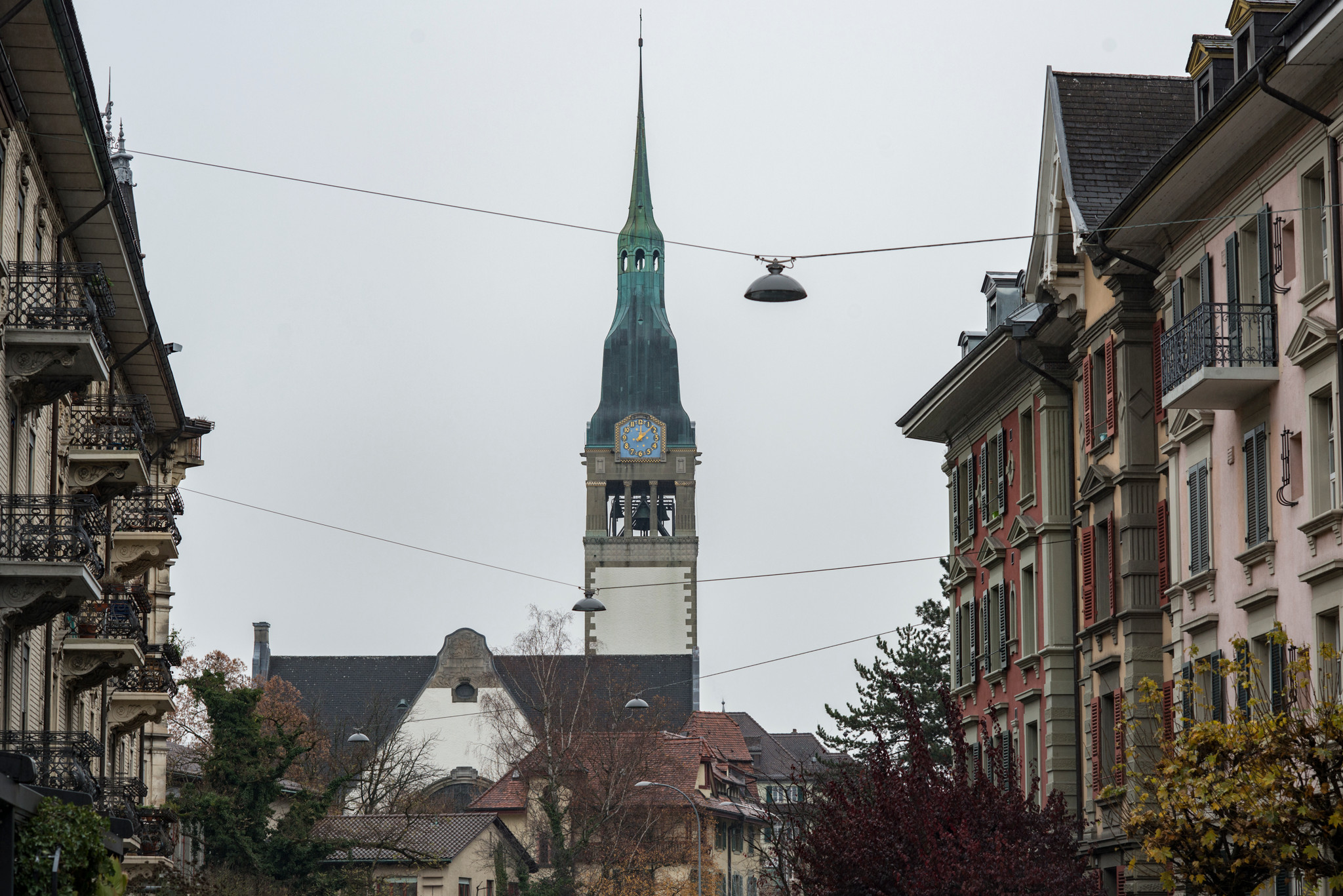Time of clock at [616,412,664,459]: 12:07
